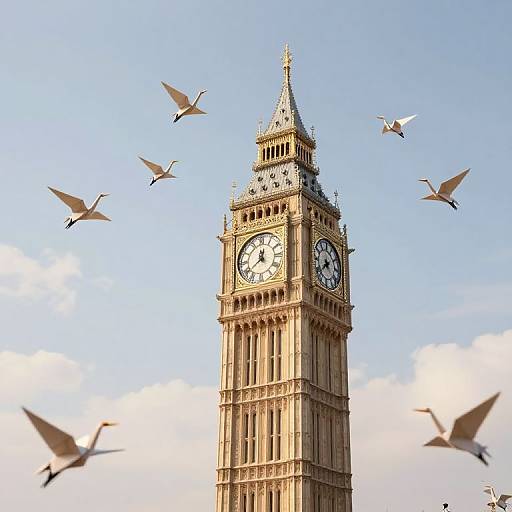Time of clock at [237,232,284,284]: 12:38
